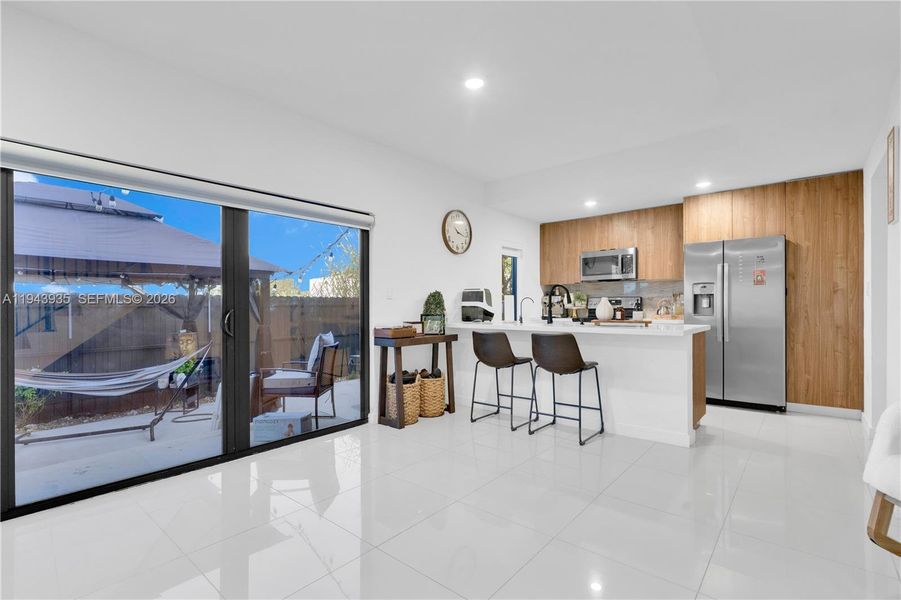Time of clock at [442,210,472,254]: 10:17
